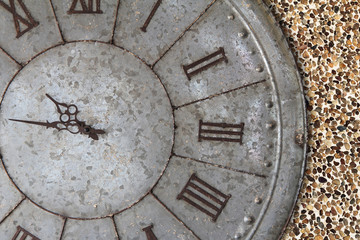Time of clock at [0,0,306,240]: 9:44
